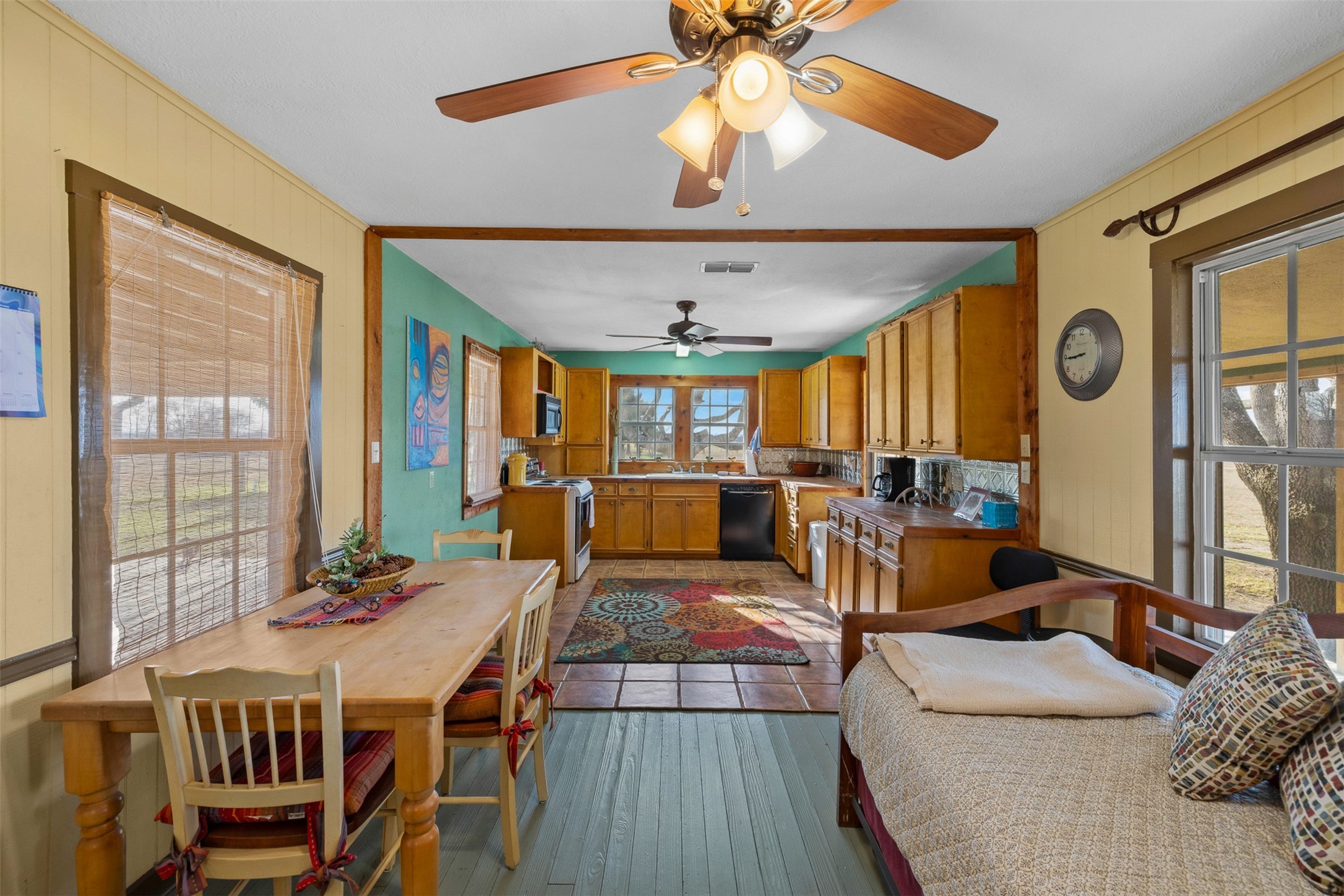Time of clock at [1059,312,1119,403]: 8:44
